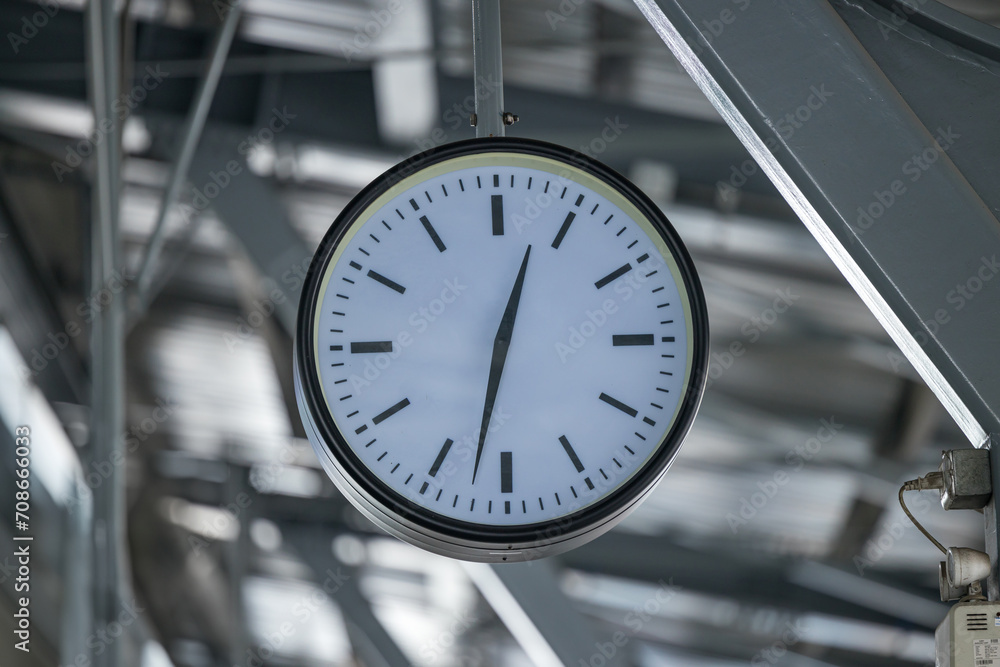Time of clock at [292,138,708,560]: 12:32
